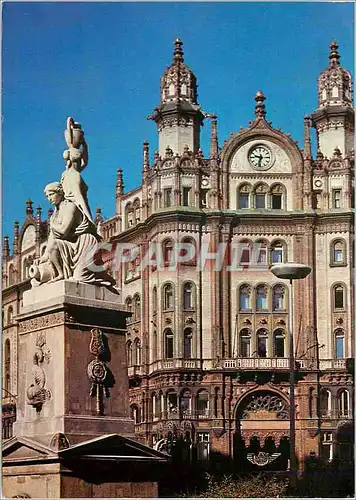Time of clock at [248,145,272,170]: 9:33
